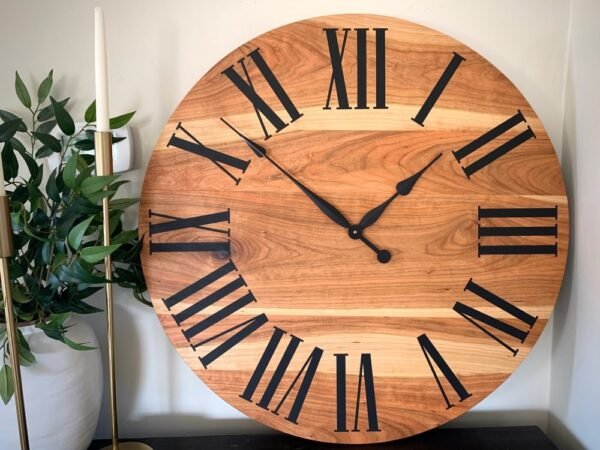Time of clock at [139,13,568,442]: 1:52
